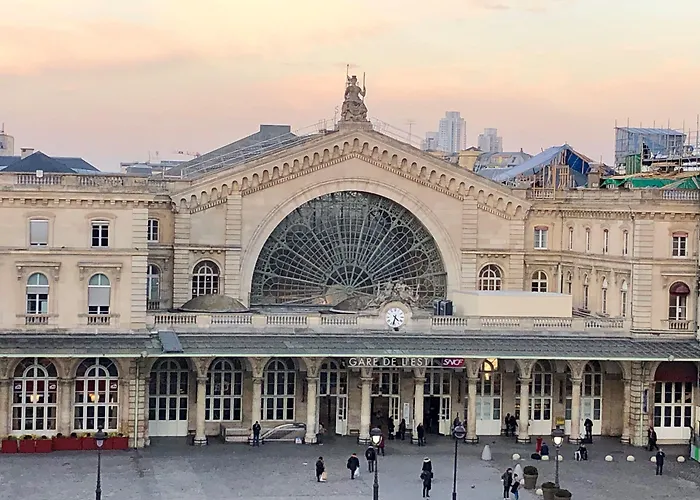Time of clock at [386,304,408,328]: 4:32
